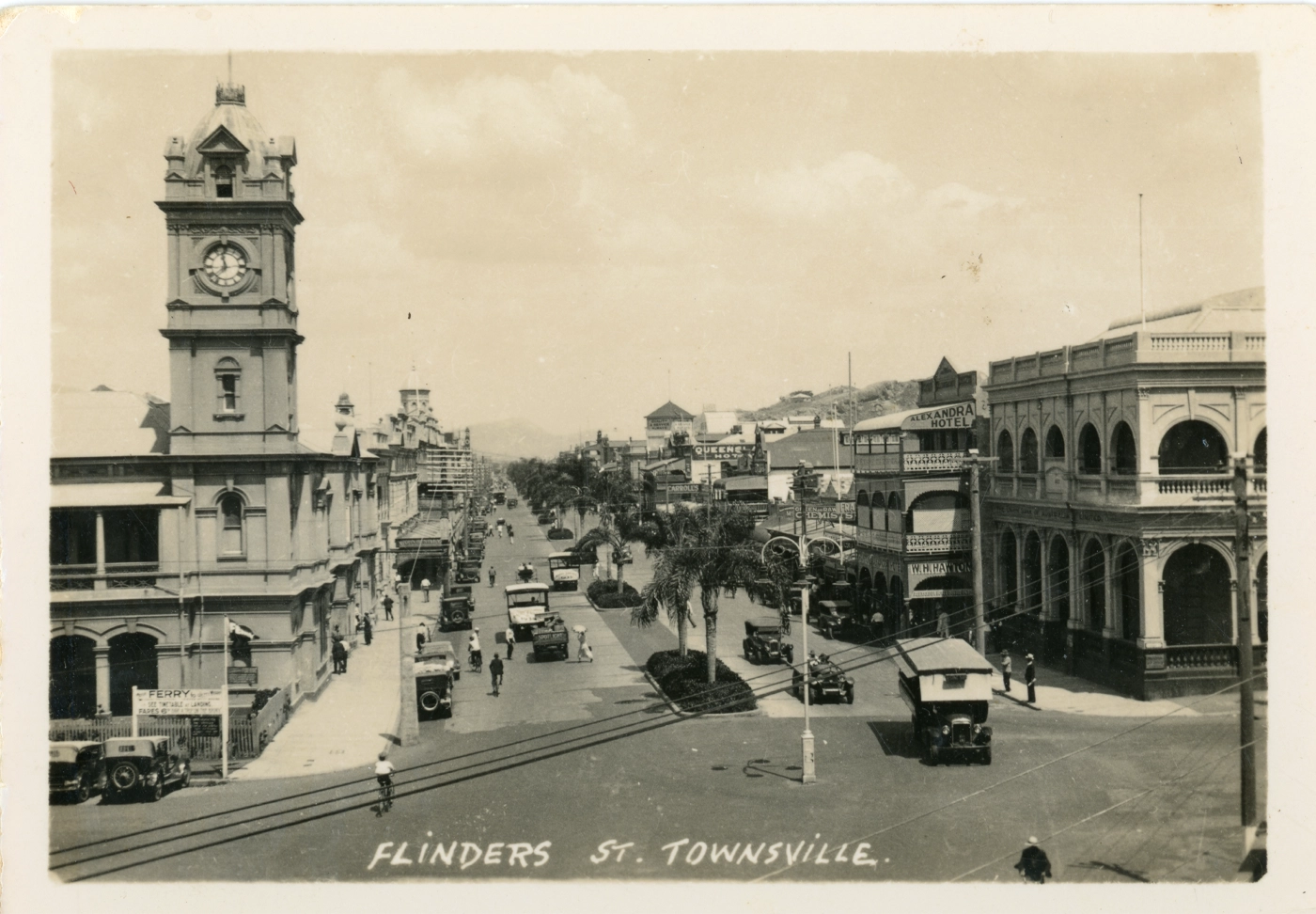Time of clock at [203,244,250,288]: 11:37
